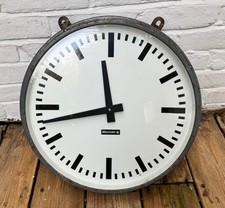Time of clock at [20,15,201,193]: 11:42
